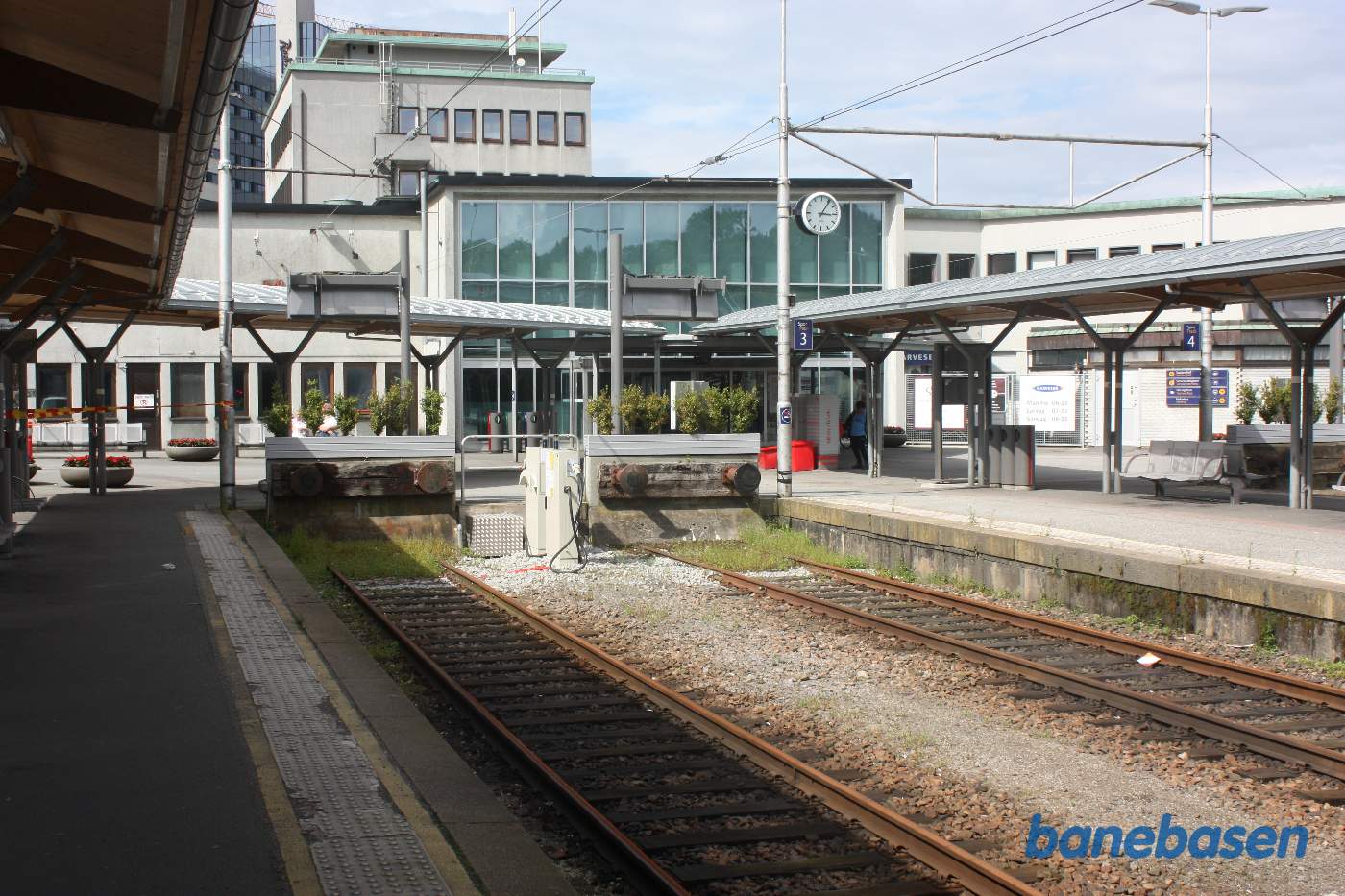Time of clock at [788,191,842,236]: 3:05
